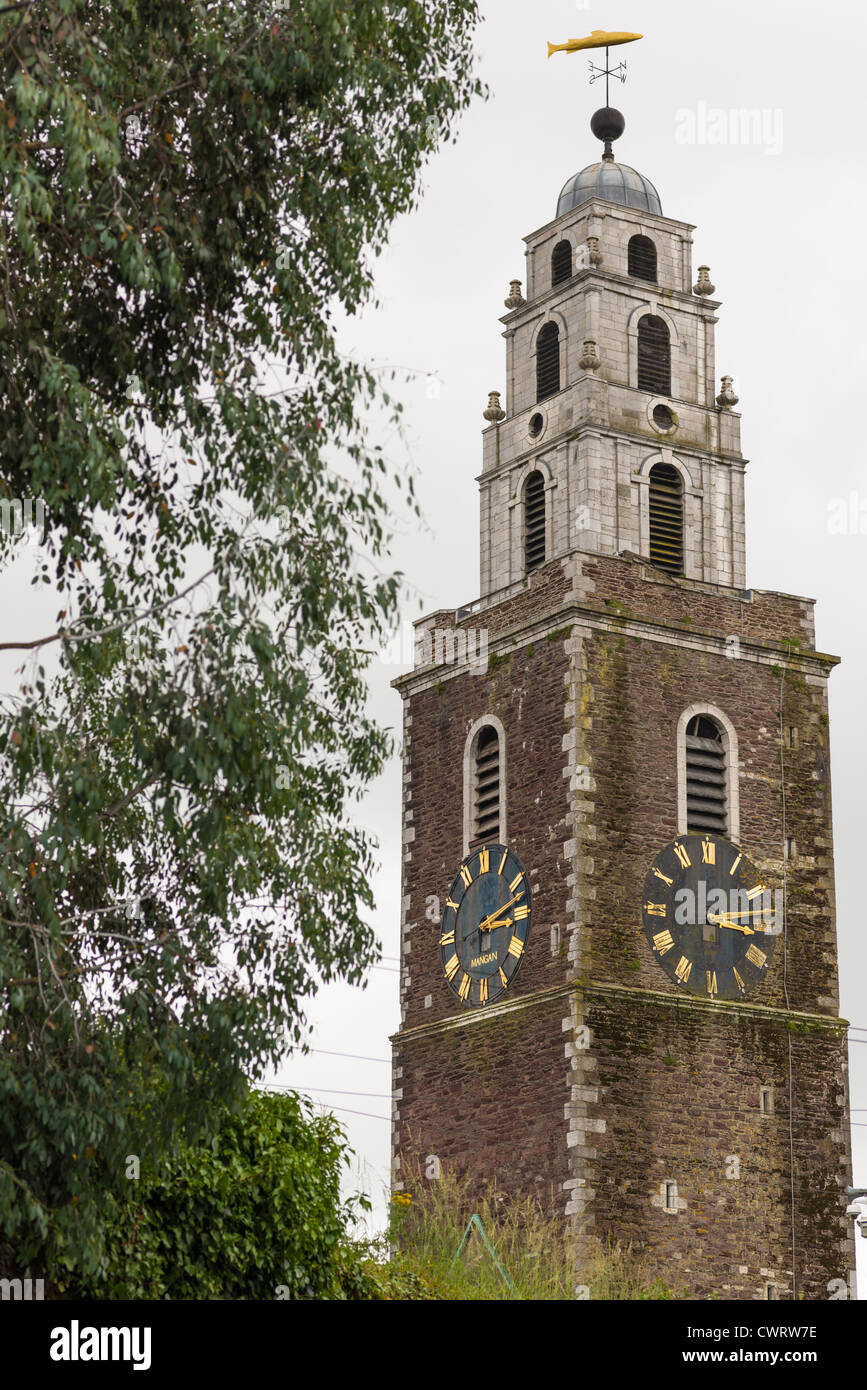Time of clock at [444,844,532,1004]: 3:12
